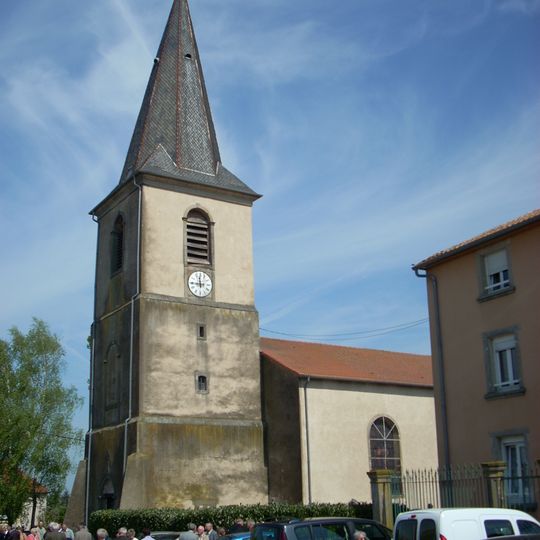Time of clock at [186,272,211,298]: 11:44
